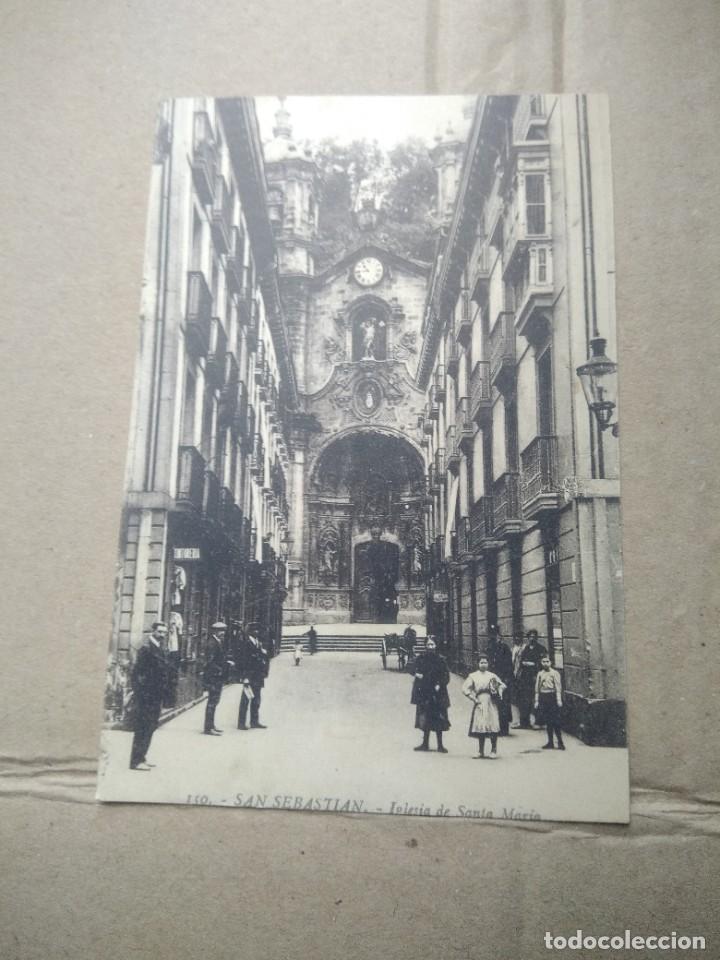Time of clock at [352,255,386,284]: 10:43
